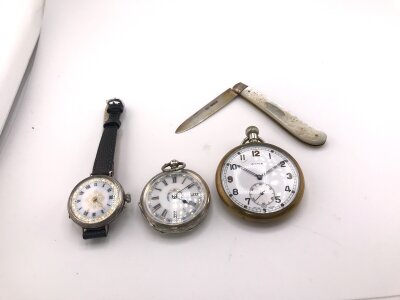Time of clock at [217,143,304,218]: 10:09
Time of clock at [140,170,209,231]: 4:09
